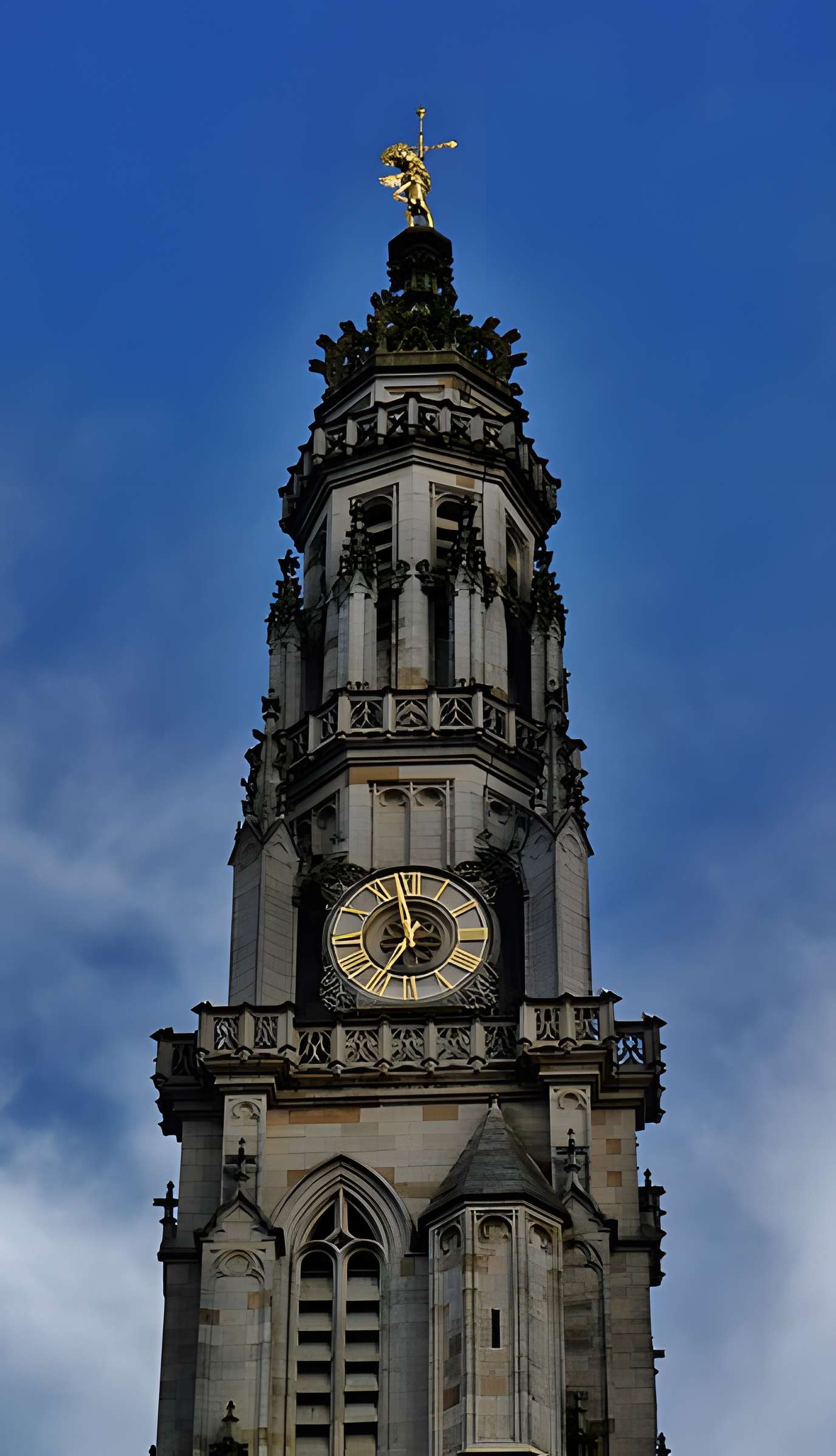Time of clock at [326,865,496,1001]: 6:58
